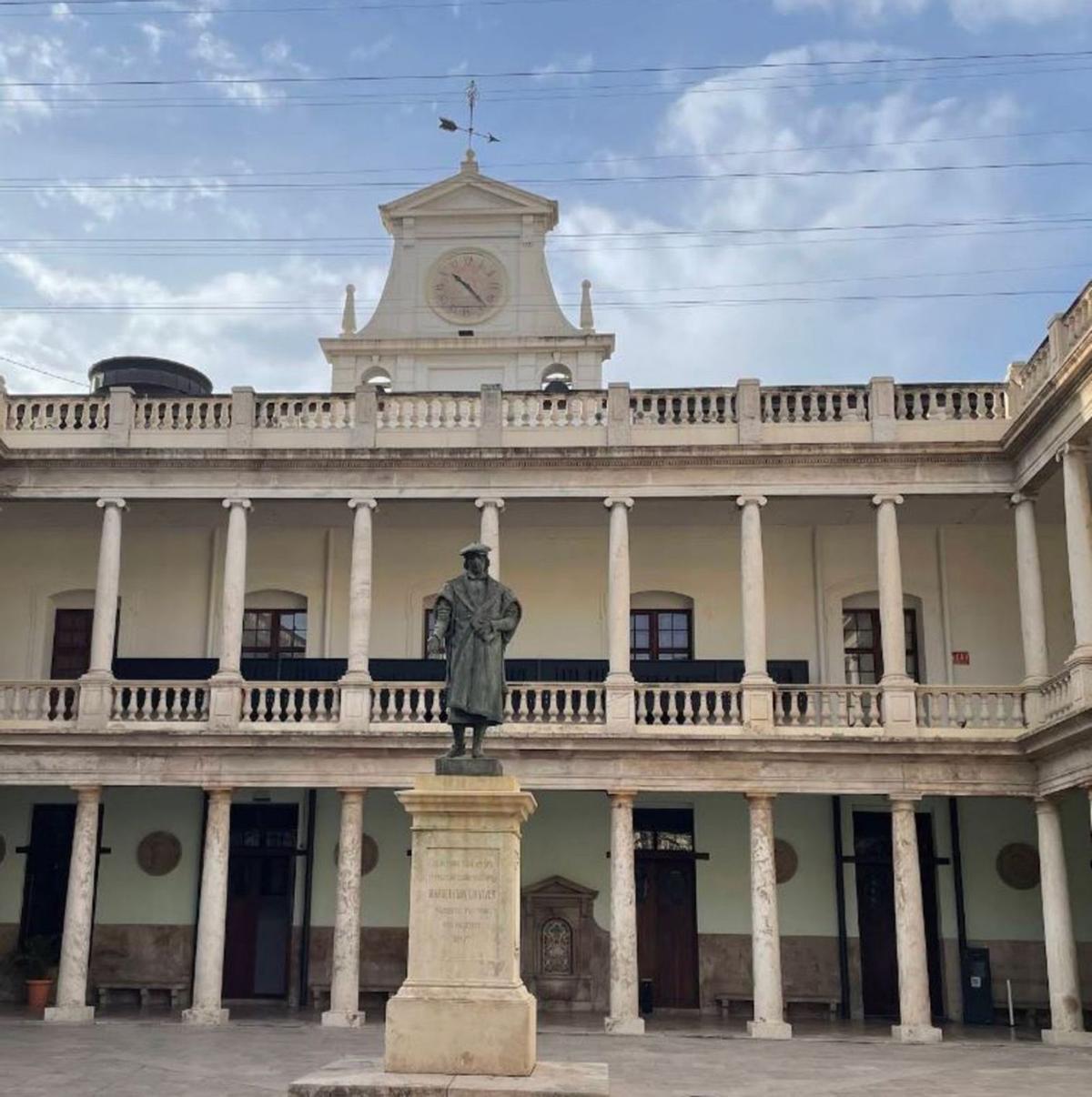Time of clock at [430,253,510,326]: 10:22
